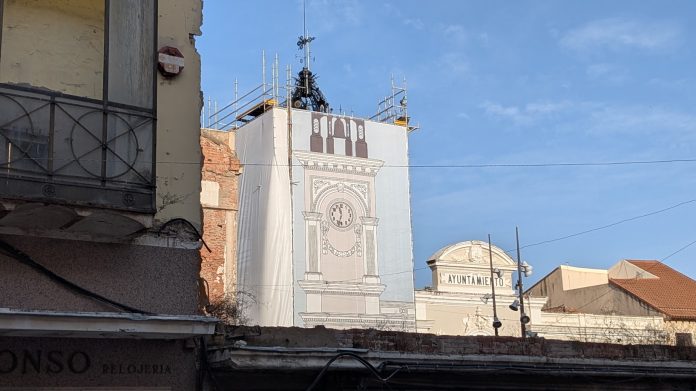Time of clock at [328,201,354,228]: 11:32
